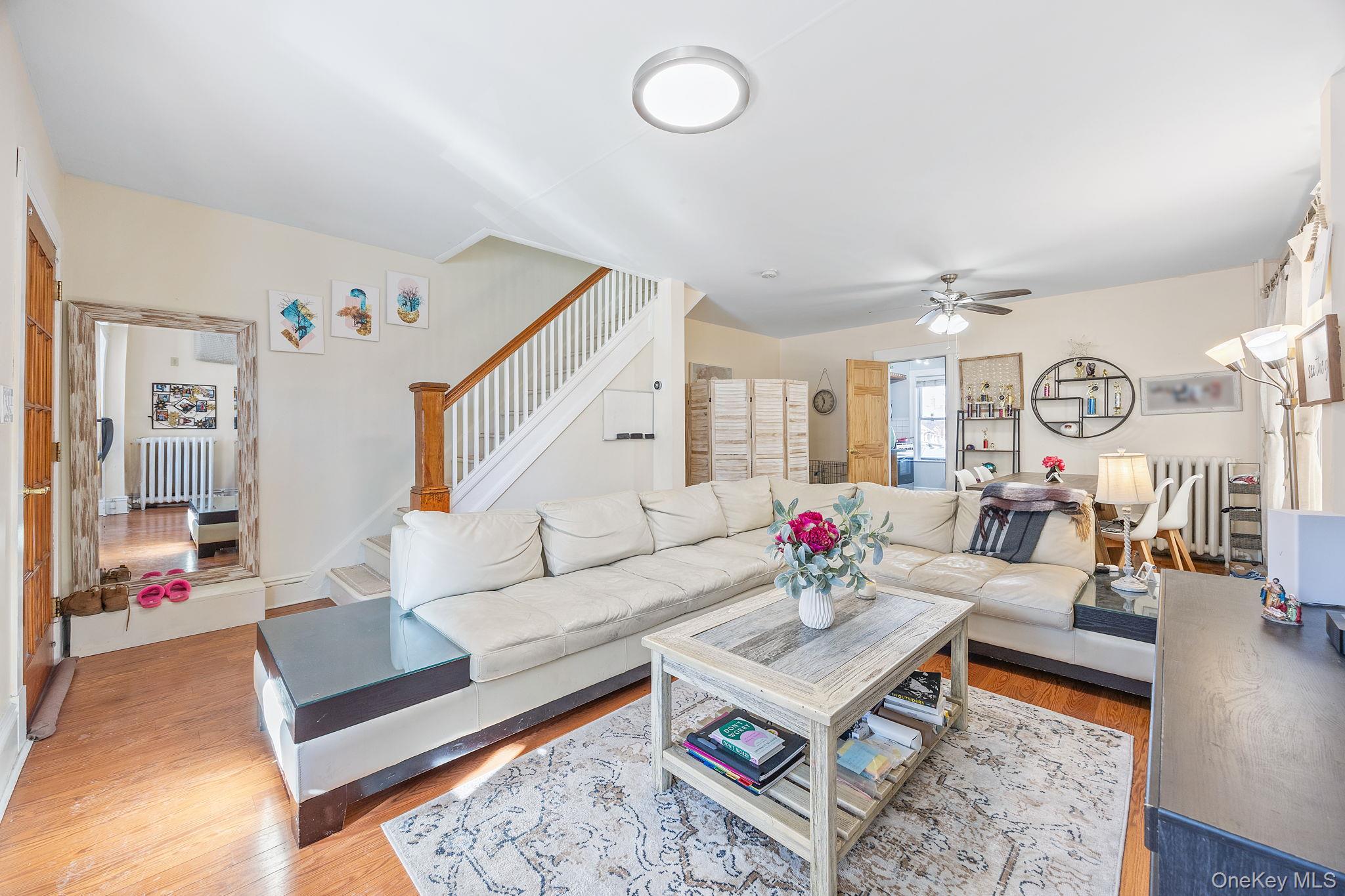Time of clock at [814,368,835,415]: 11:33
